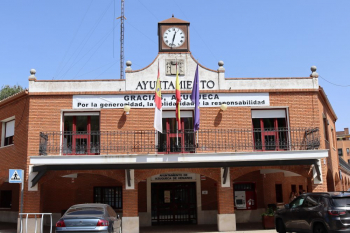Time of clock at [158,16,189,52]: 12:32
